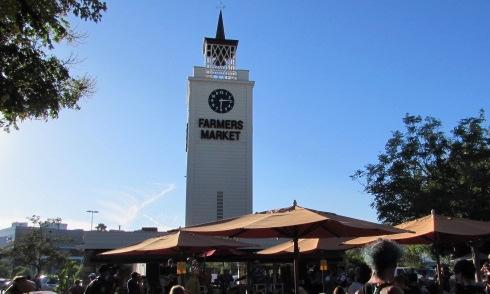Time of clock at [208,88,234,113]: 6:14
